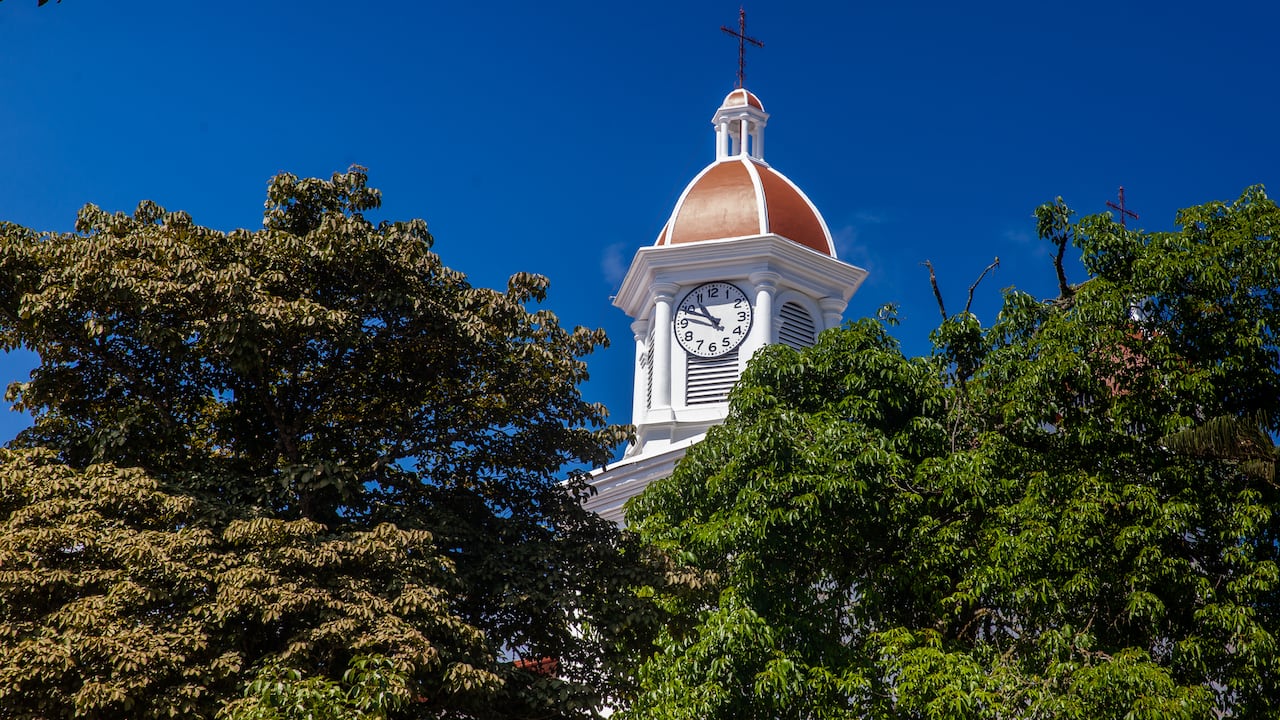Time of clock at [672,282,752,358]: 10:48
